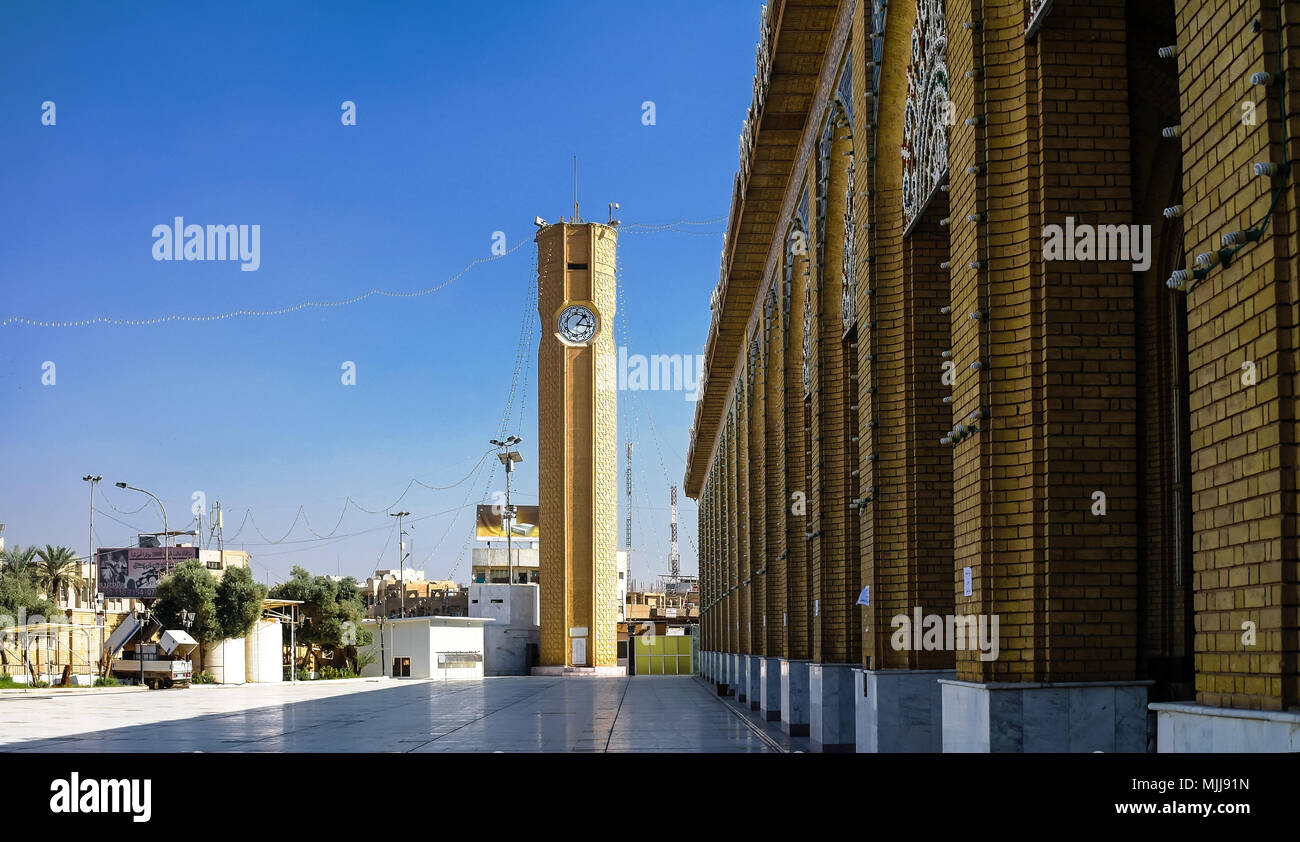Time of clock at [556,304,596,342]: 1:16
